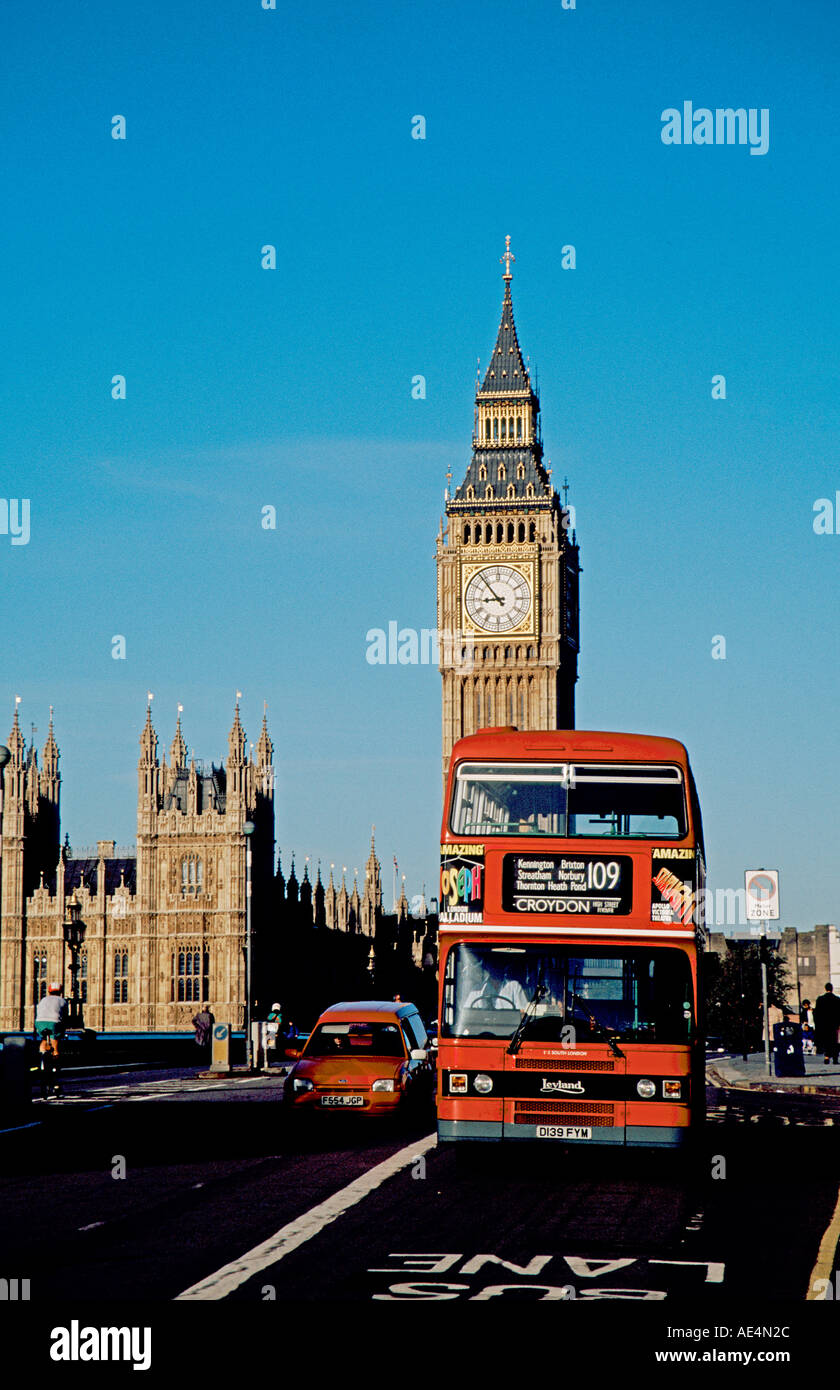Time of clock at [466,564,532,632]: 8:53
